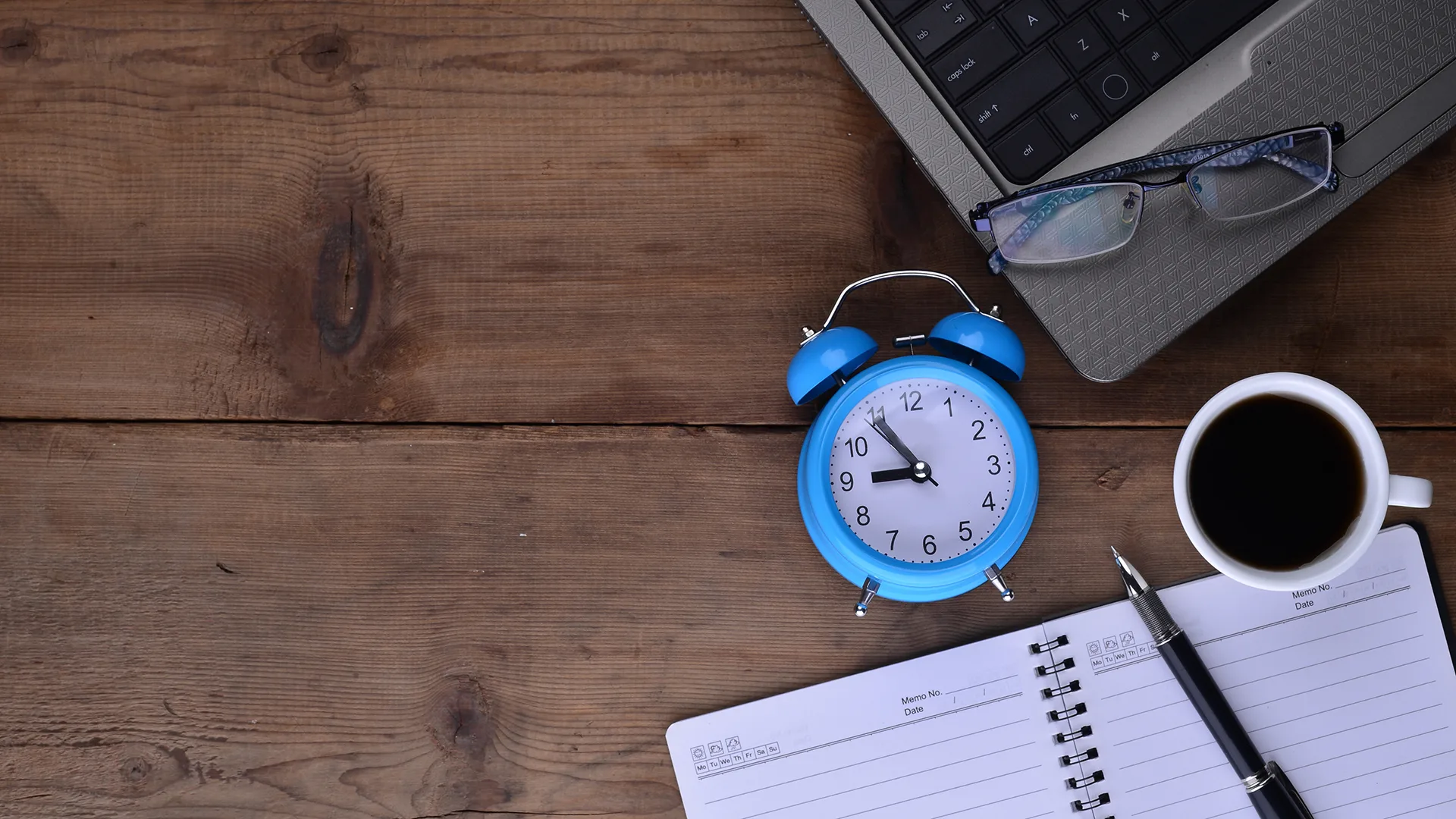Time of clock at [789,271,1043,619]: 8:54
